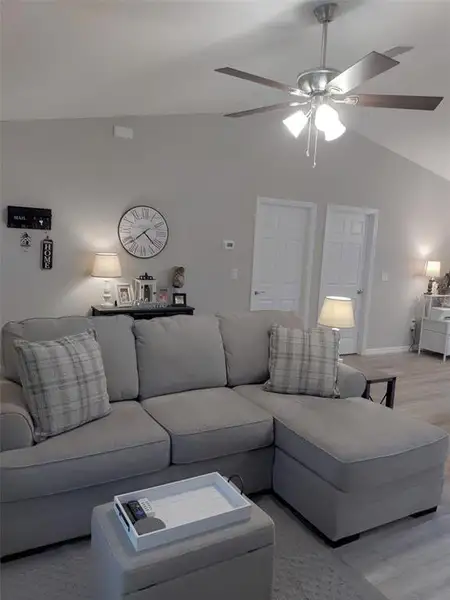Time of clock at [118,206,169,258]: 4:38
